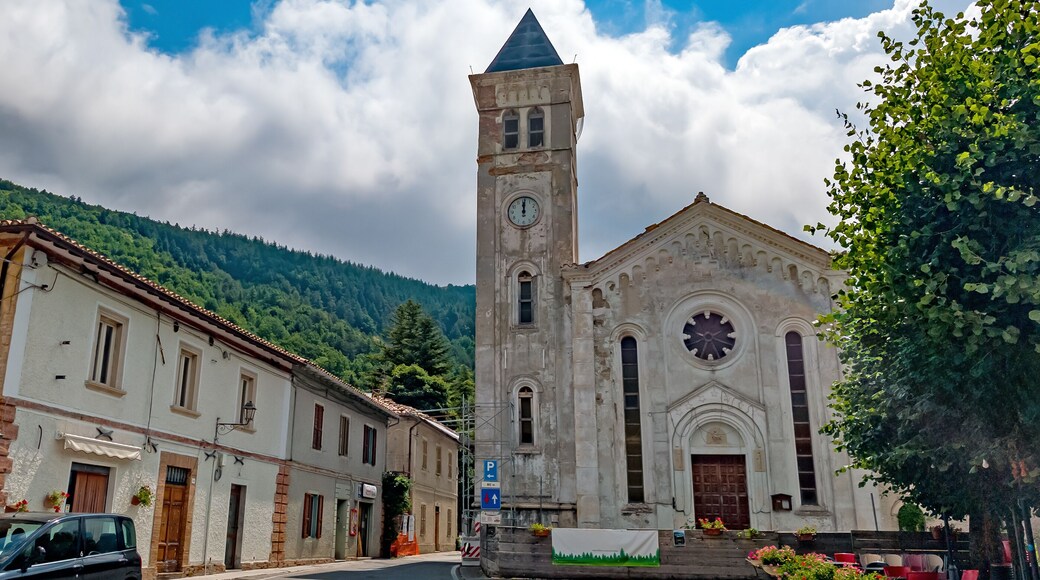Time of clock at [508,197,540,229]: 12:00
